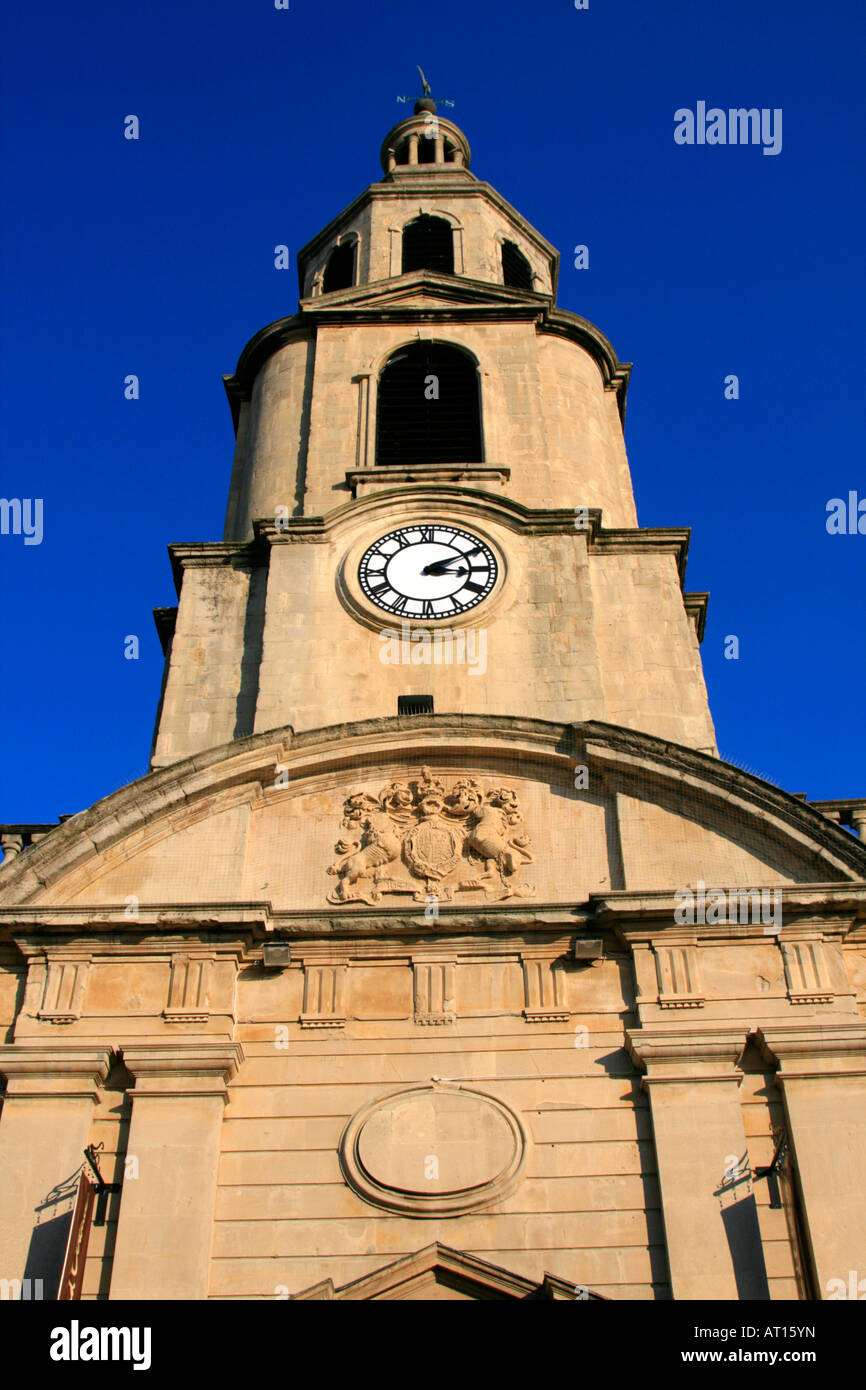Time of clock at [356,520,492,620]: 3:10
